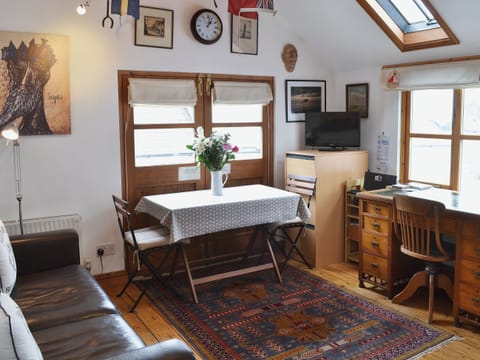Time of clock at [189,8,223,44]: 1:01
